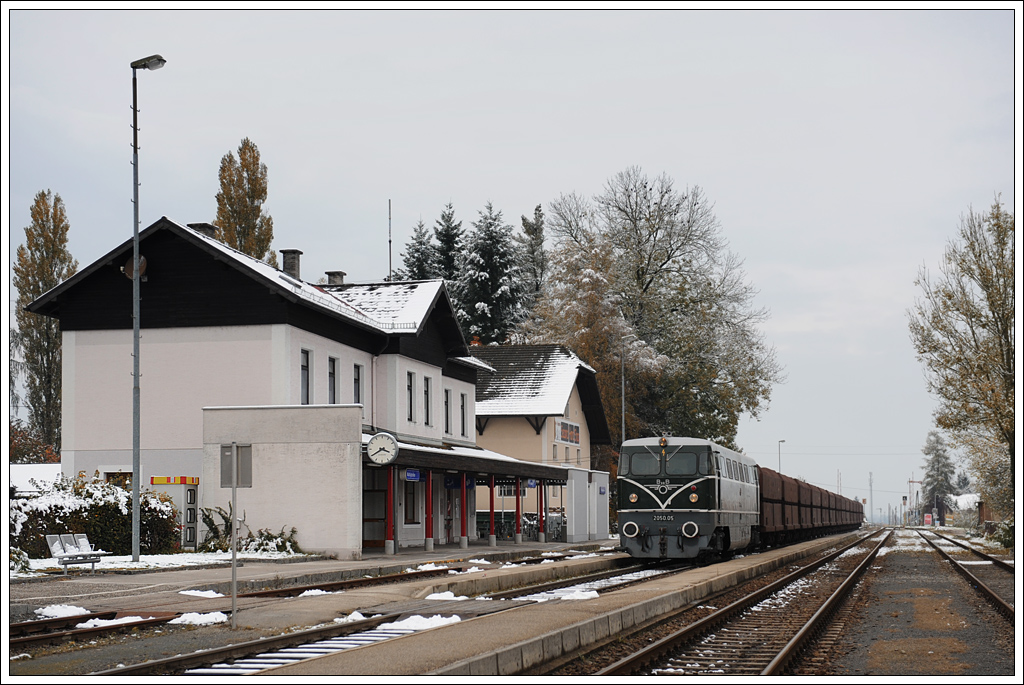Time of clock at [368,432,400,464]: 3:39
